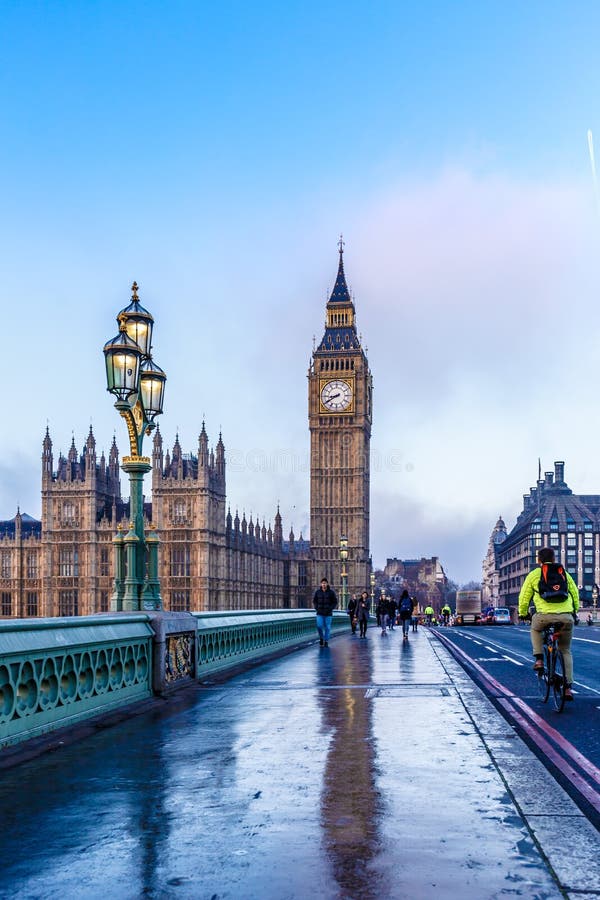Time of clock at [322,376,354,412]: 8:40
